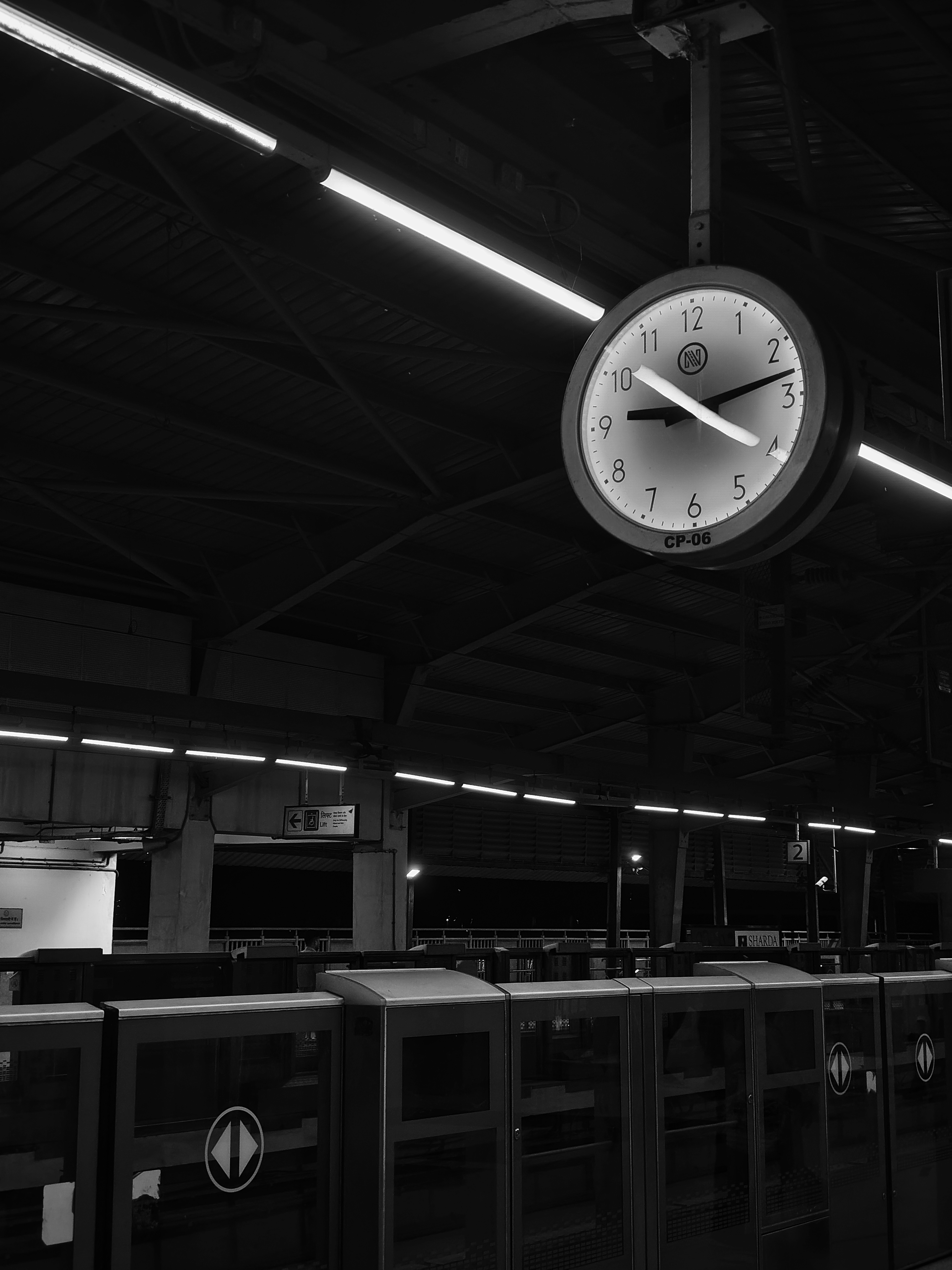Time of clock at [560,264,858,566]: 9:13
